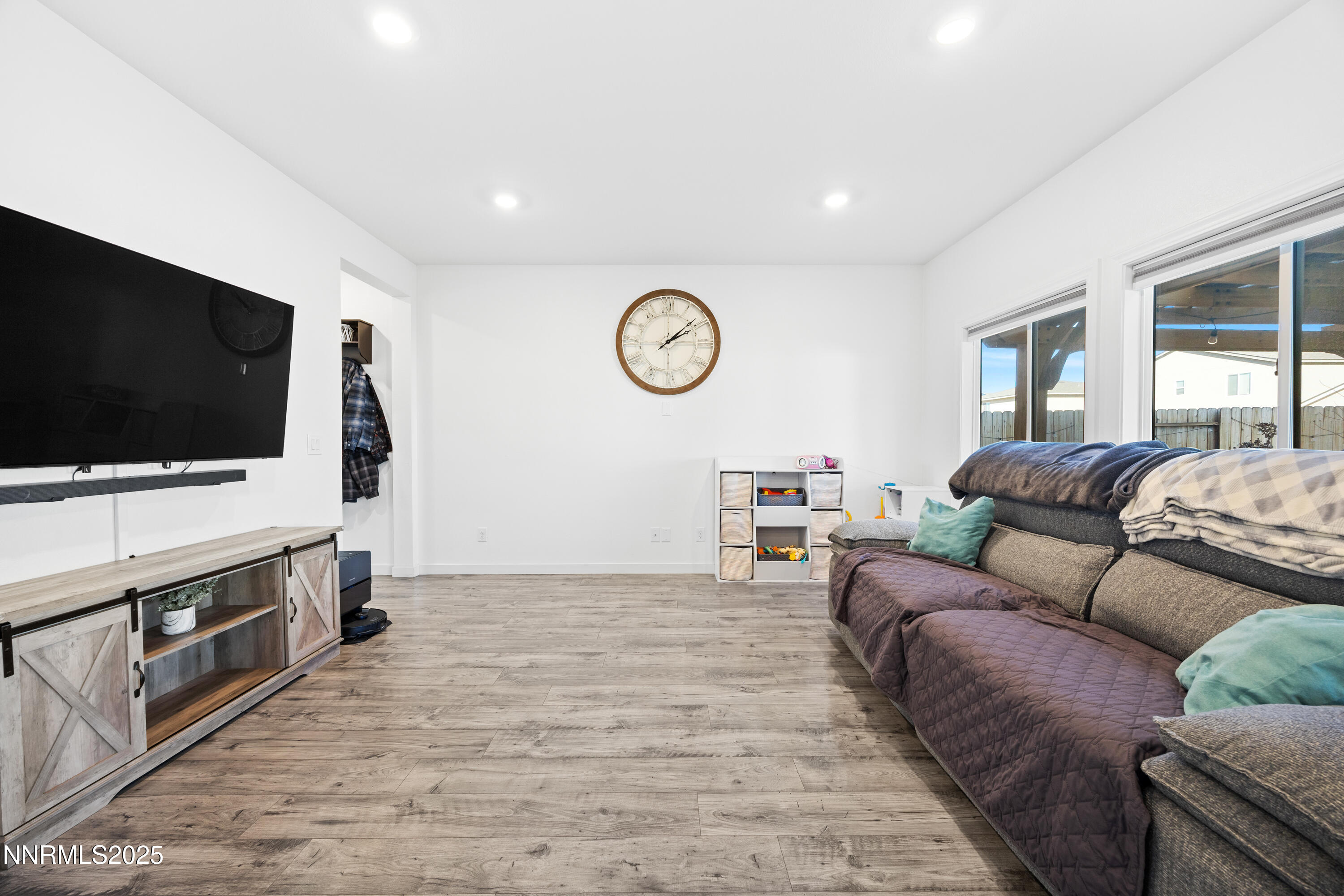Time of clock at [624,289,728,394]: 2:08
